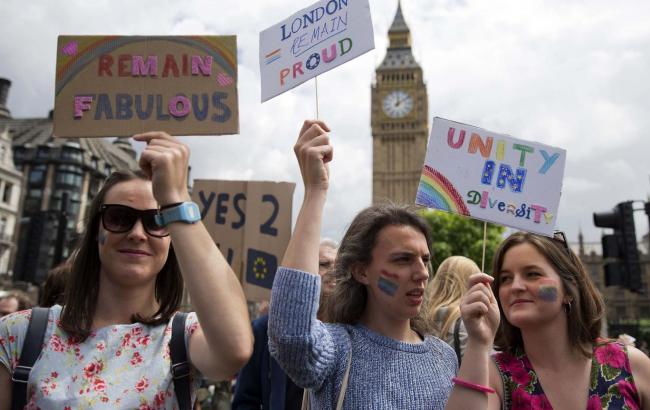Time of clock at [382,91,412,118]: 12:09
